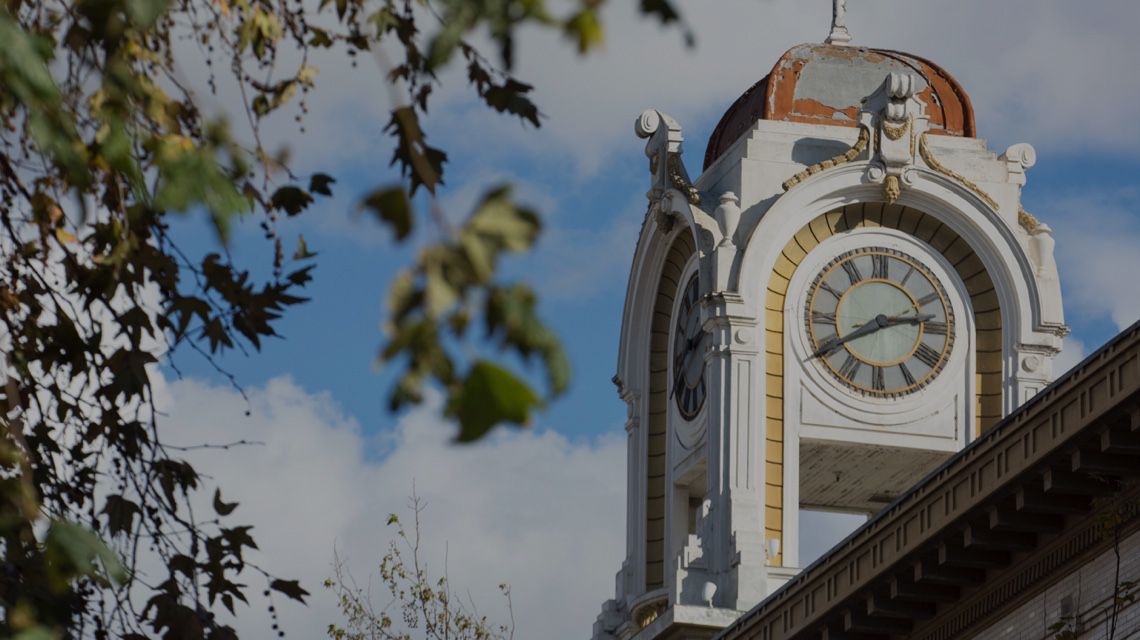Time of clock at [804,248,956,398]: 2:40
